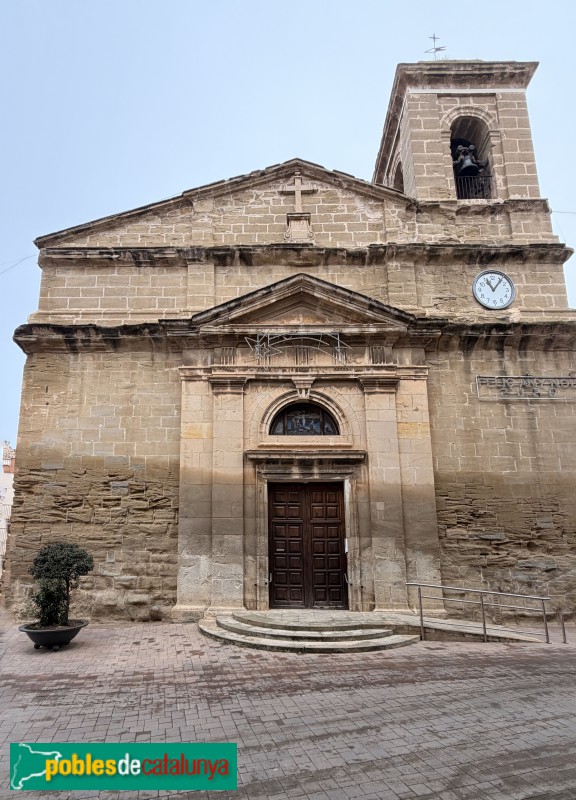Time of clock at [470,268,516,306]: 11:06
